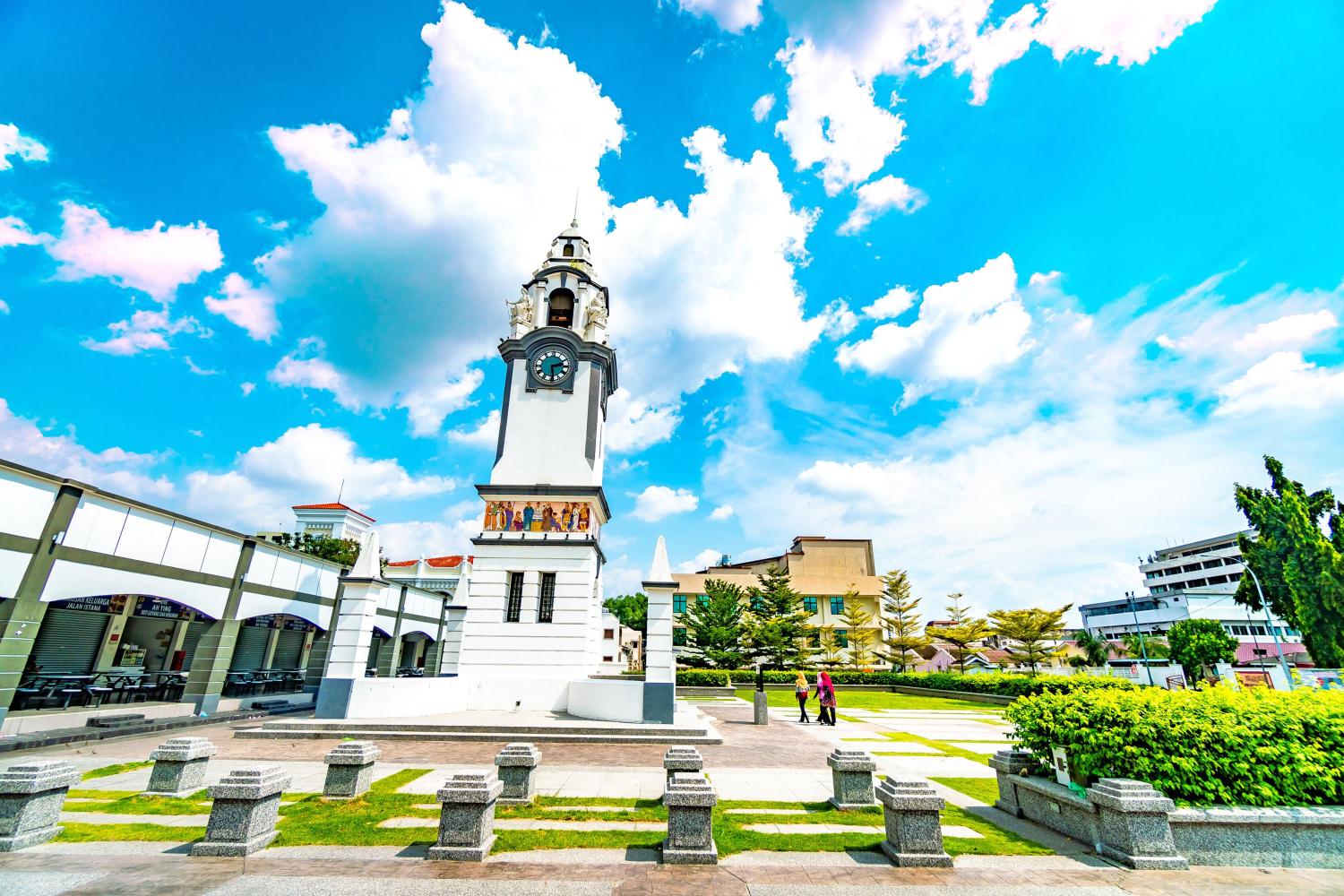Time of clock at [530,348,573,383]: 2:29
